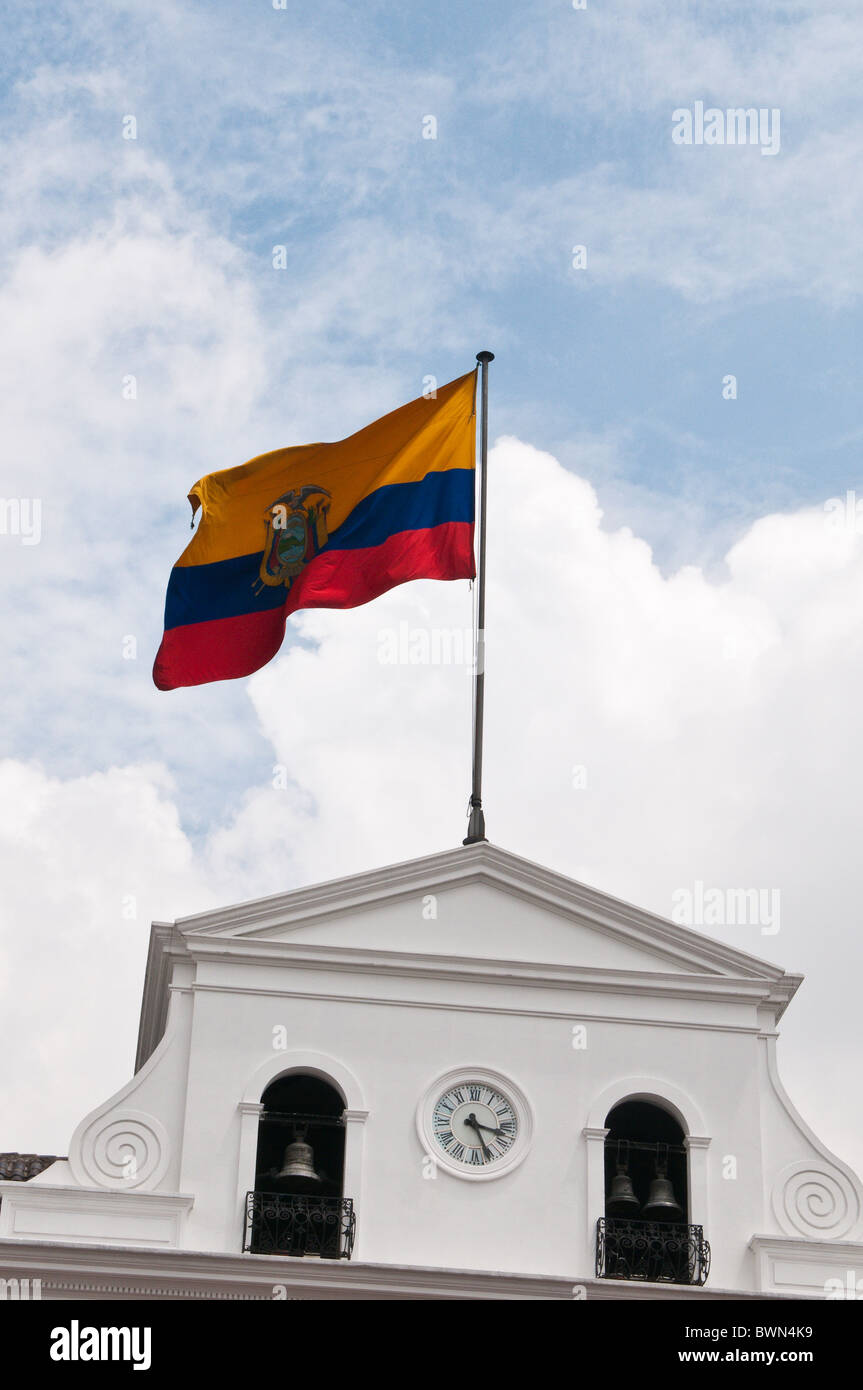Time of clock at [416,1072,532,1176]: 3:26
